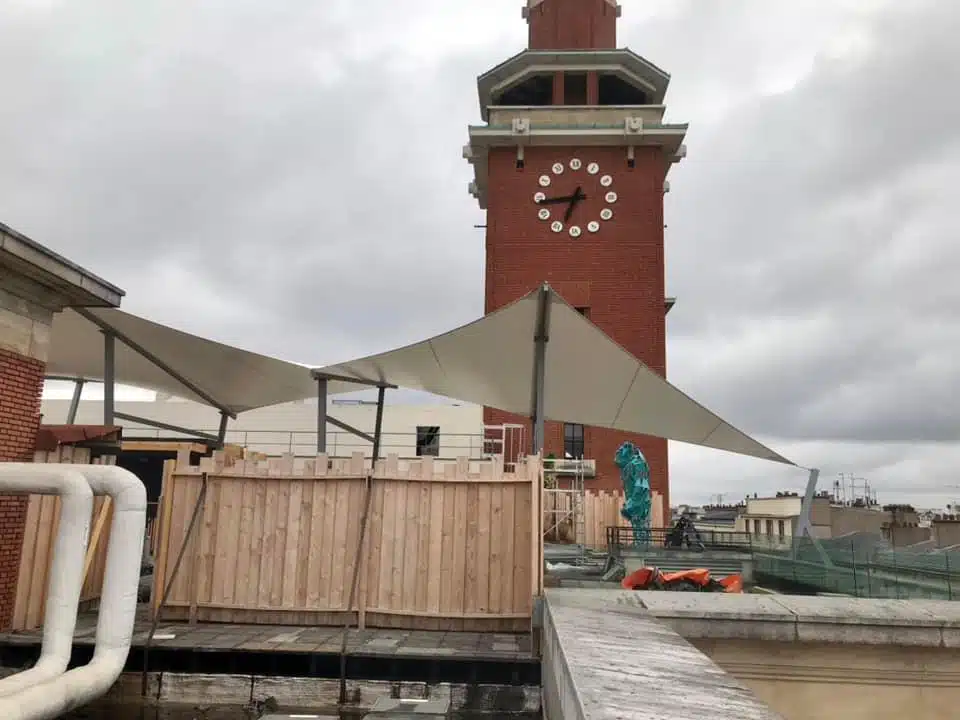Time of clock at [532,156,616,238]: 6:44
